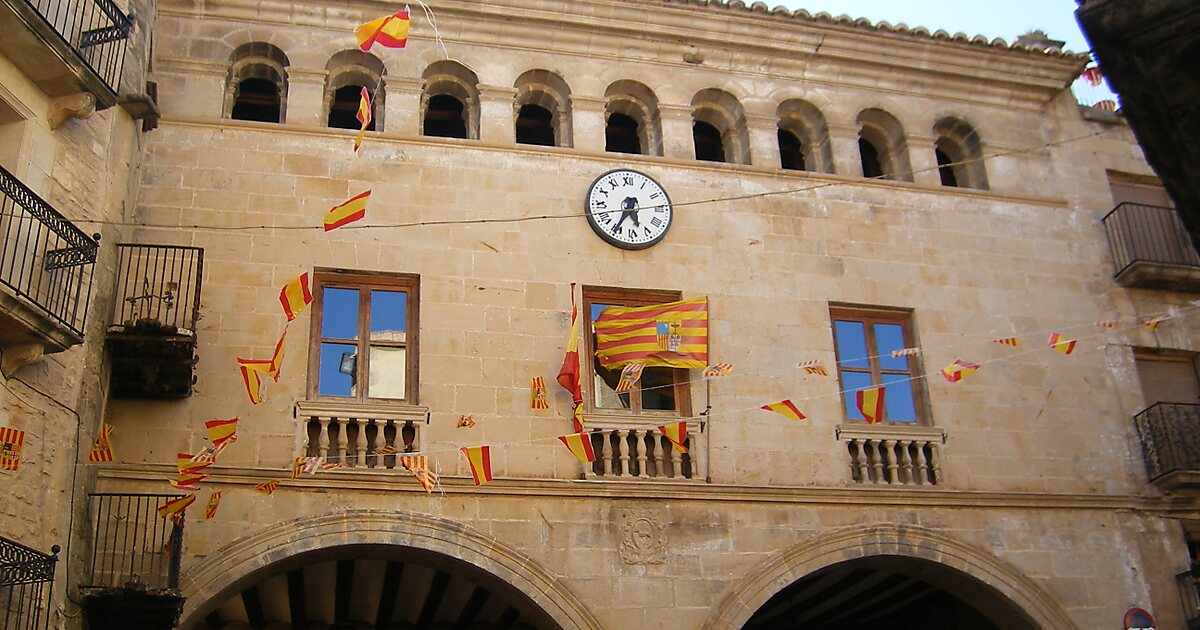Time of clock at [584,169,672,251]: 5:35
